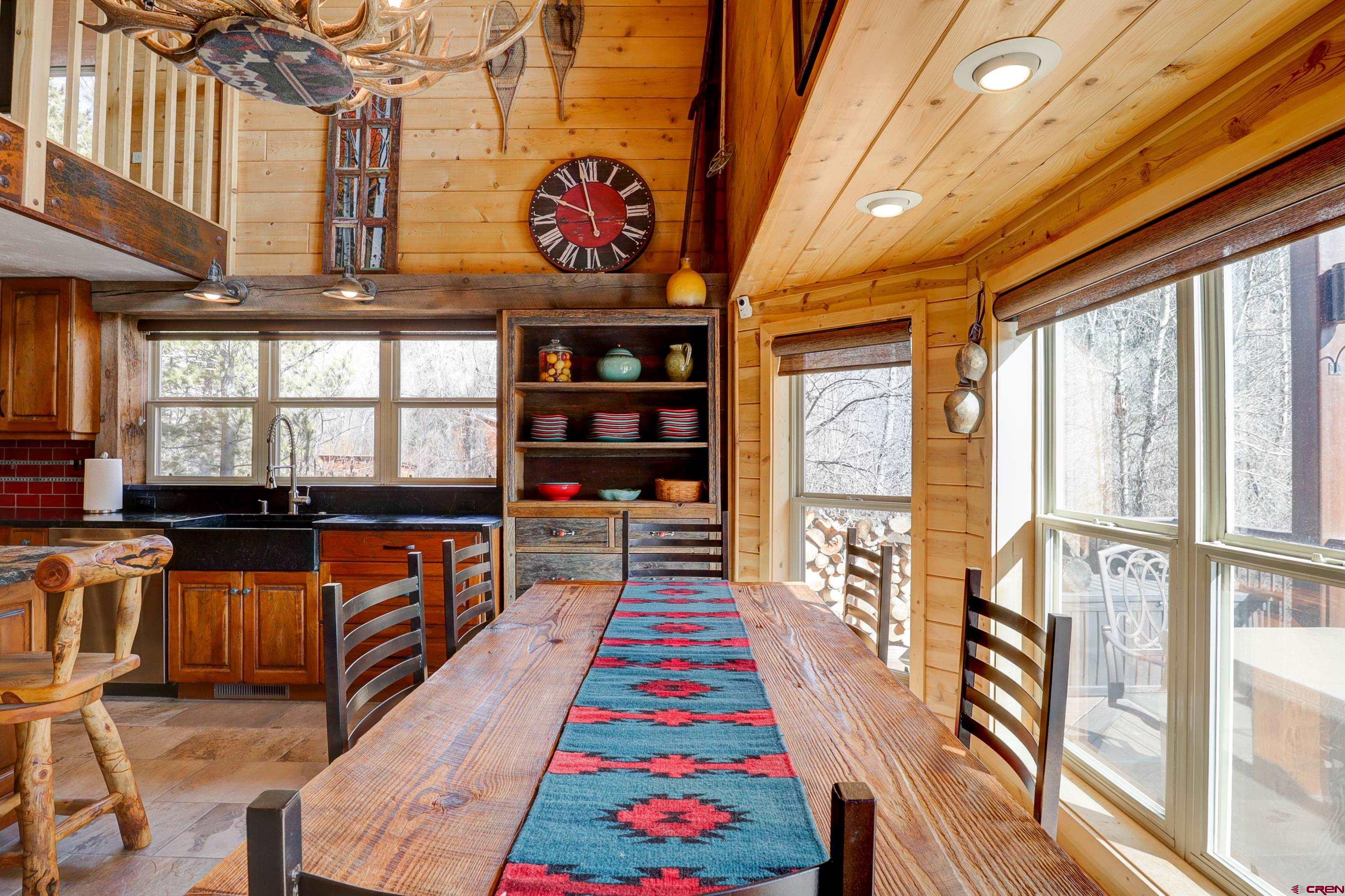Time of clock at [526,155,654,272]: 9:58
